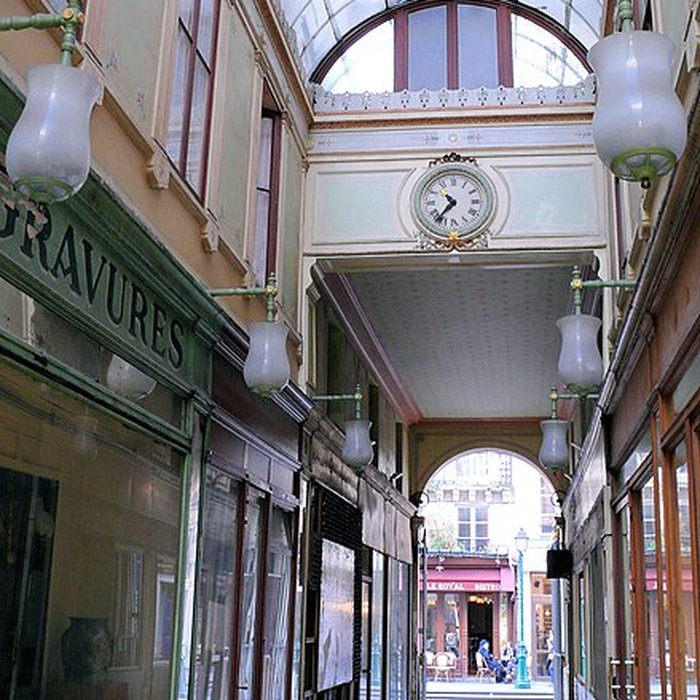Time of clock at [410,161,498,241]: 10:36
